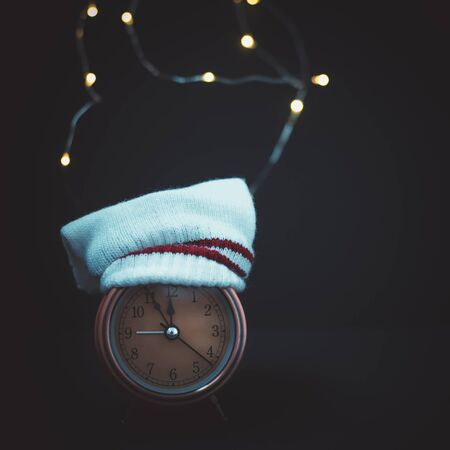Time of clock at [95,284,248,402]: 11:55
